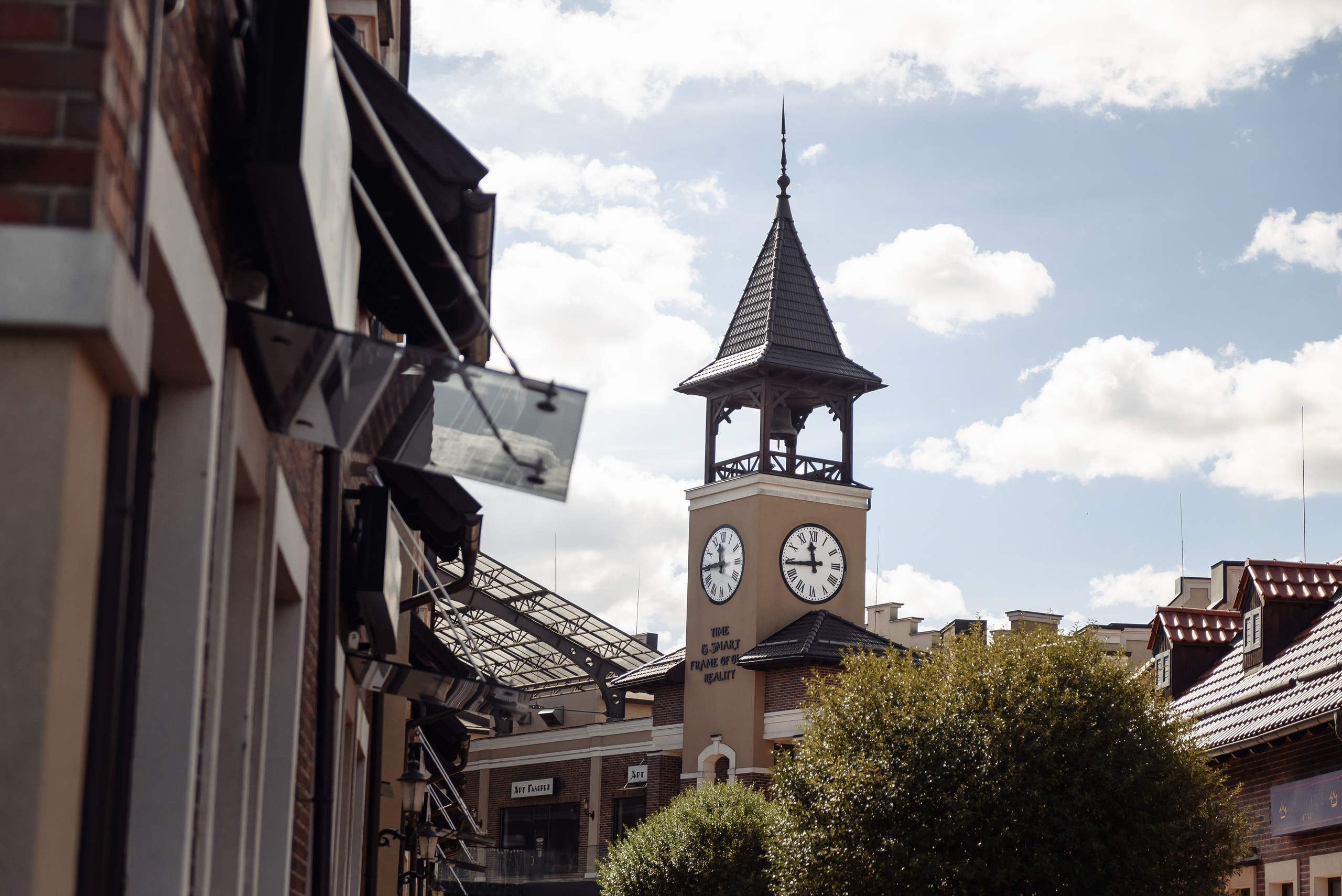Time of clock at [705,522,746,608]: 11:44
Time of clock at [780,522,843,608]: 11:43
